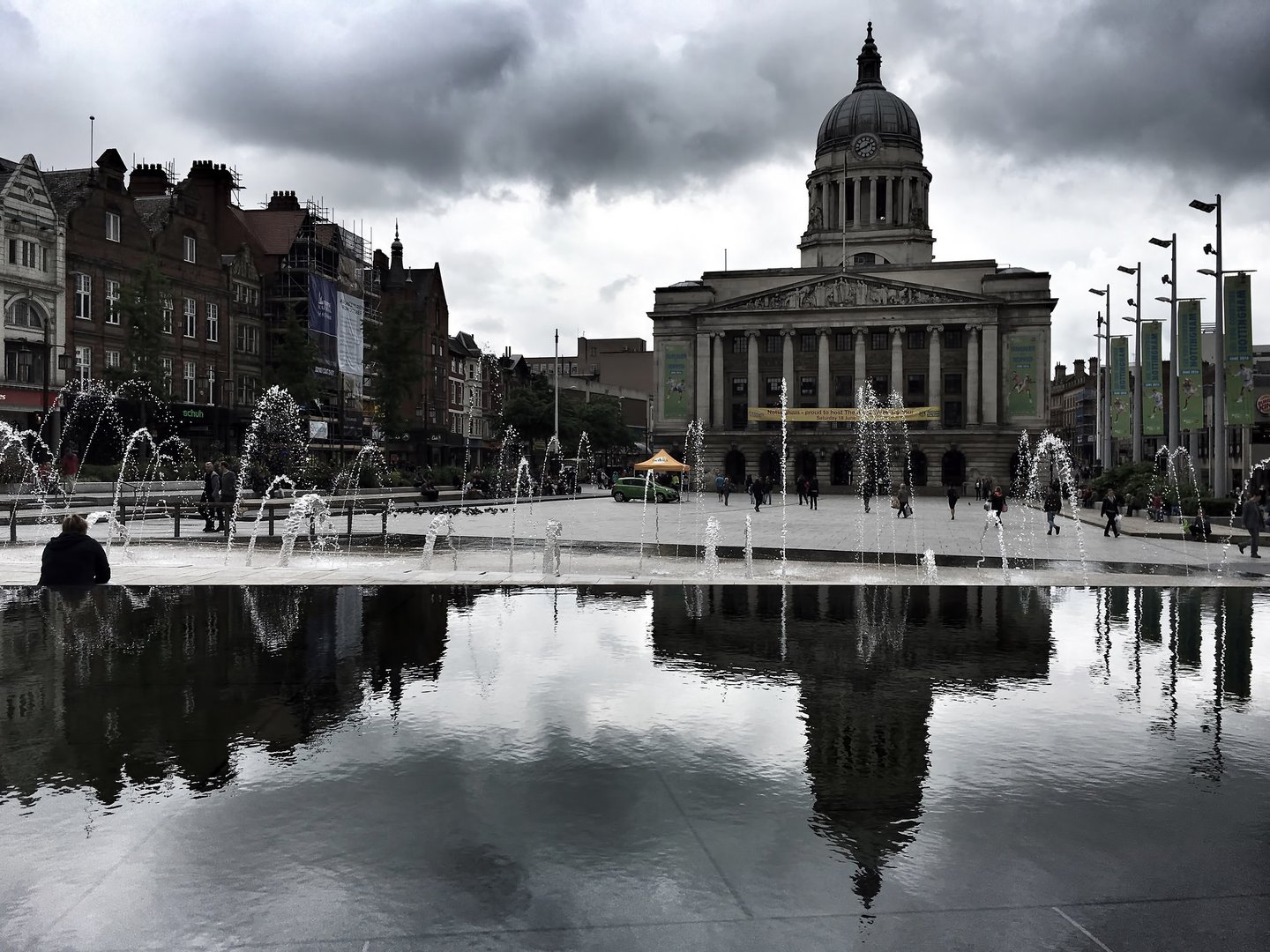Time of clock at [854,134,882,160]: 1:41
